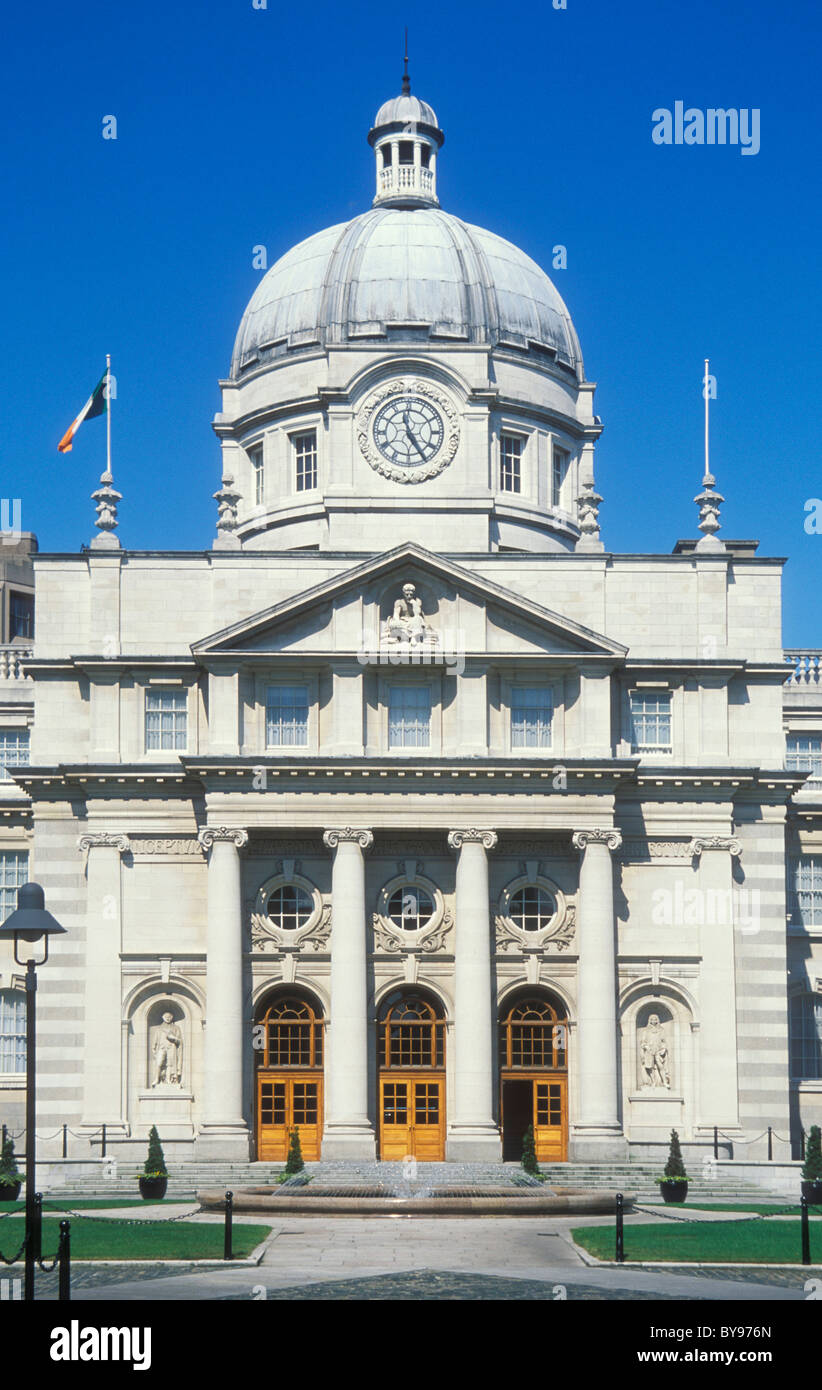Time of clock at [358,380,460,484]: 11:24
